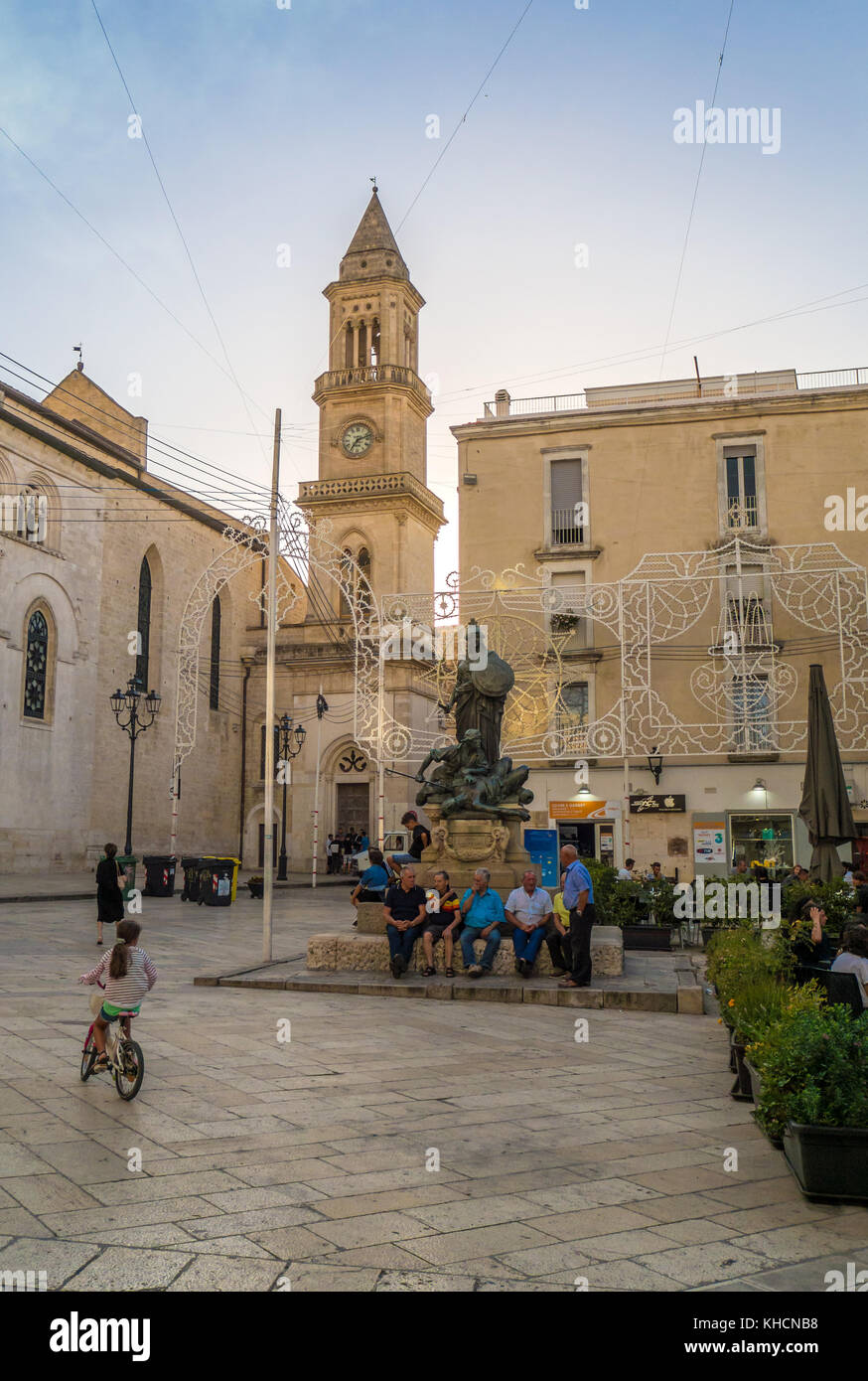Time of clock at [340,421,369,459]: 7:12
